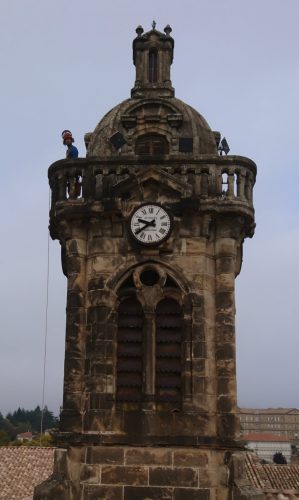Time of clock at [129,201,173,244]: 9:38
